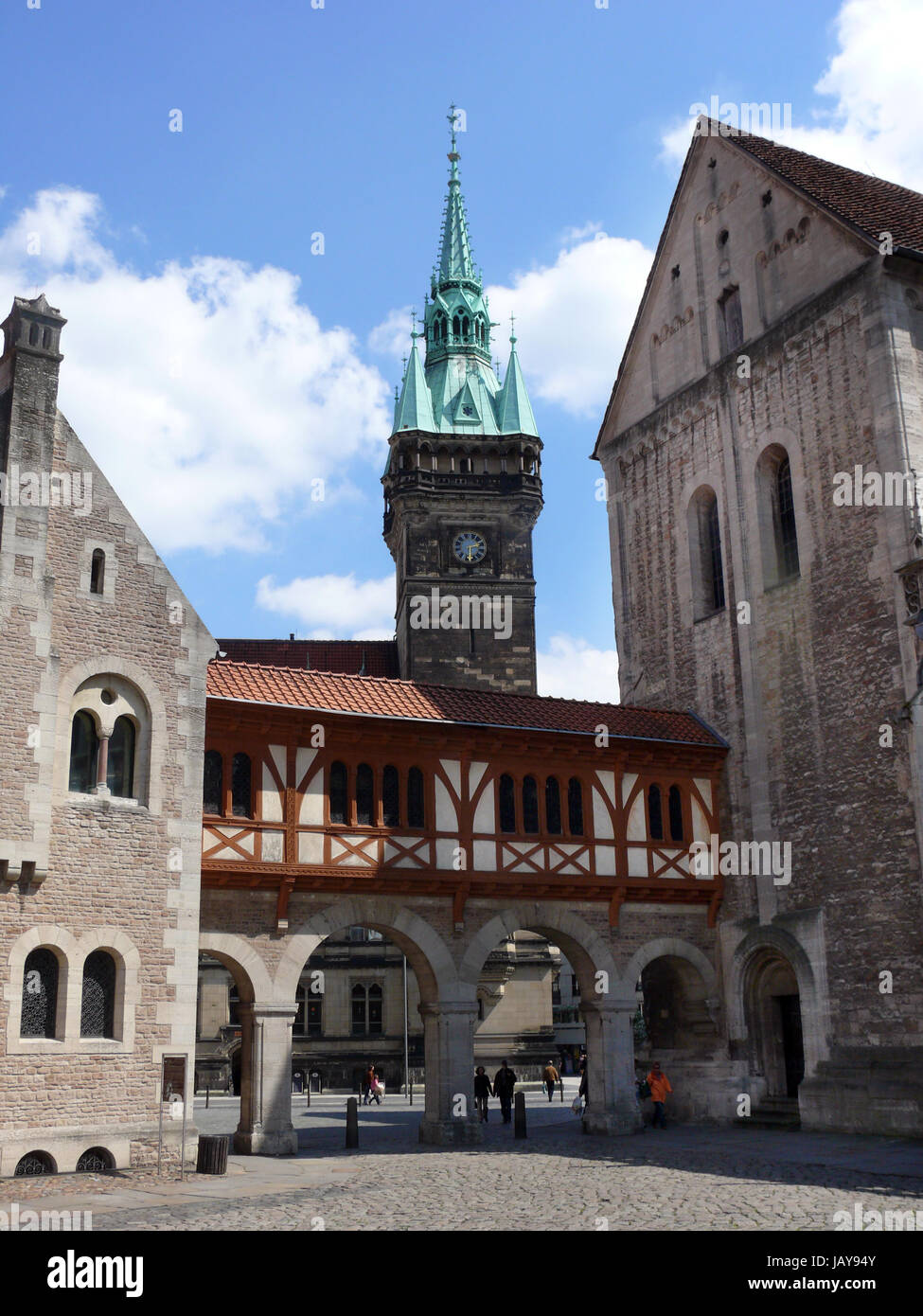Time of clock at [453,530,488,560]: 2:29
